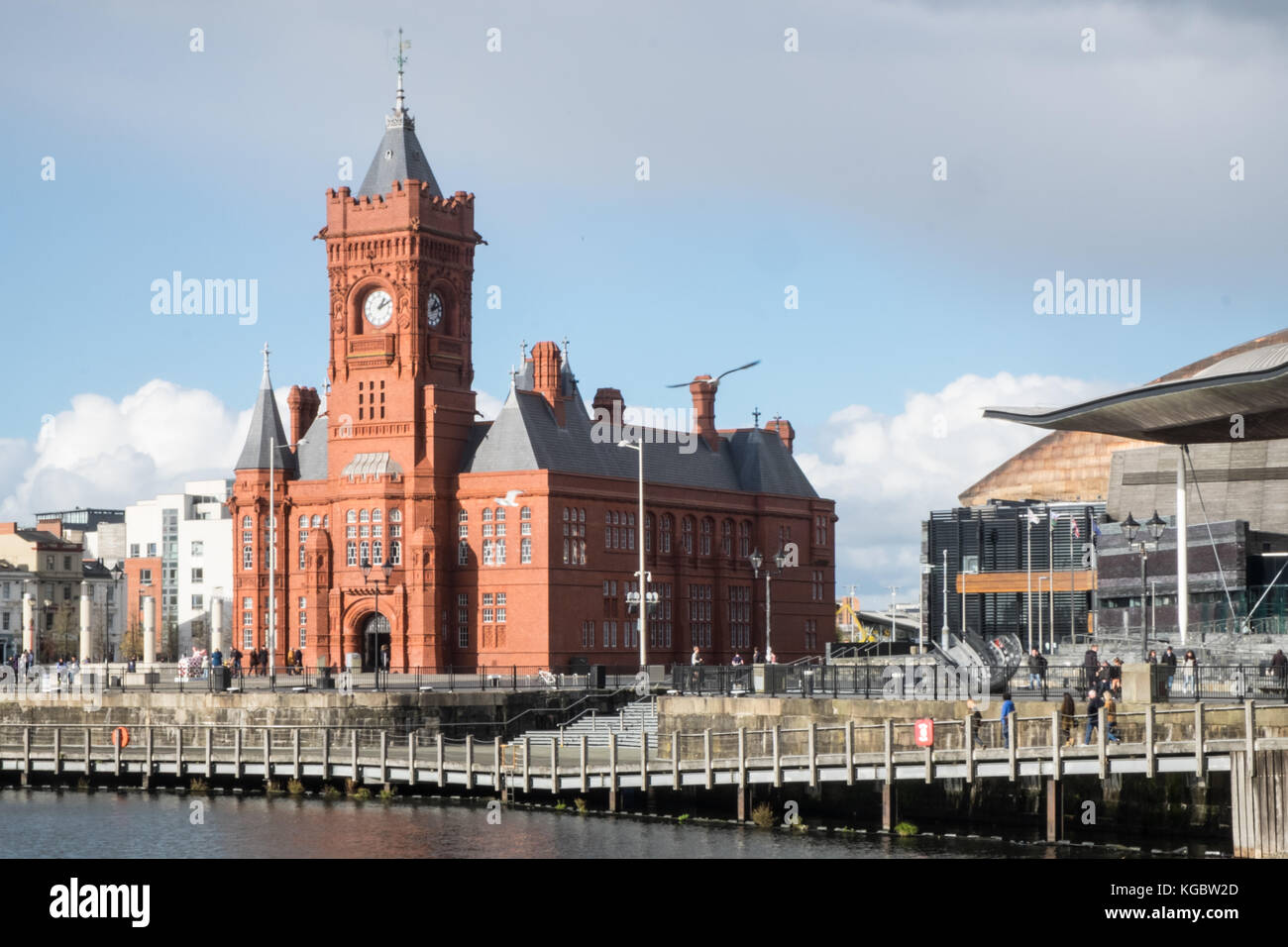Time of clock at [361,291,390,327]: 1:10
